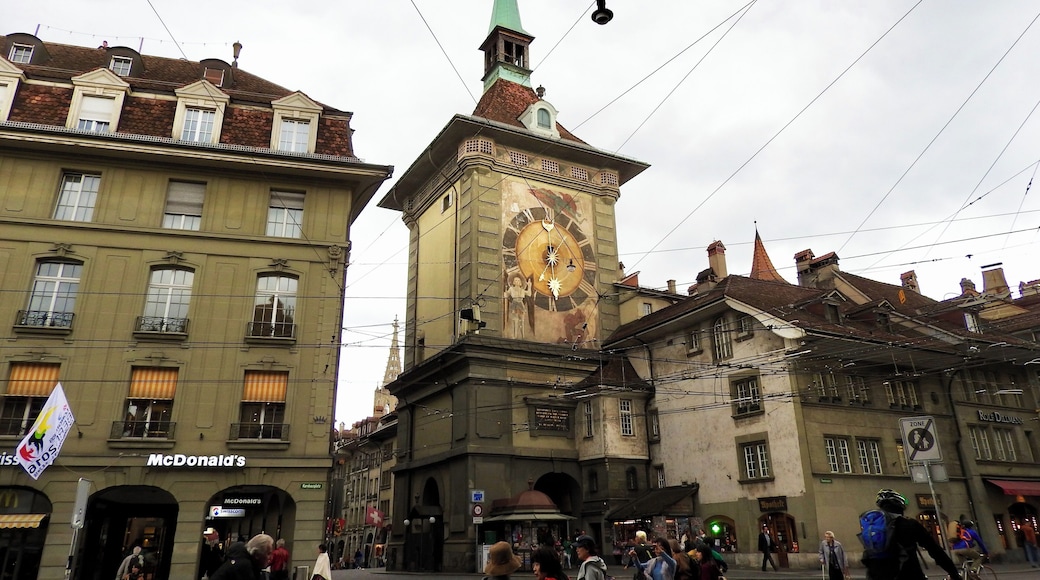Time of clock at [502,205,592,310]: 5:59
